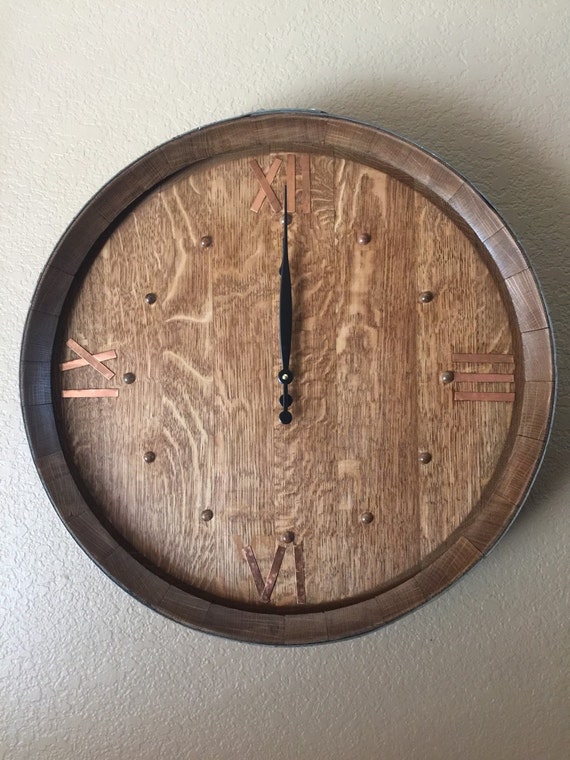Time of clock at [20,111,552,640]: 12:00
